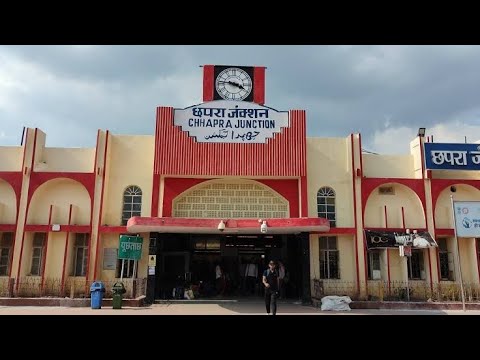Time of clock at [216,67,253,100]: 3:46
